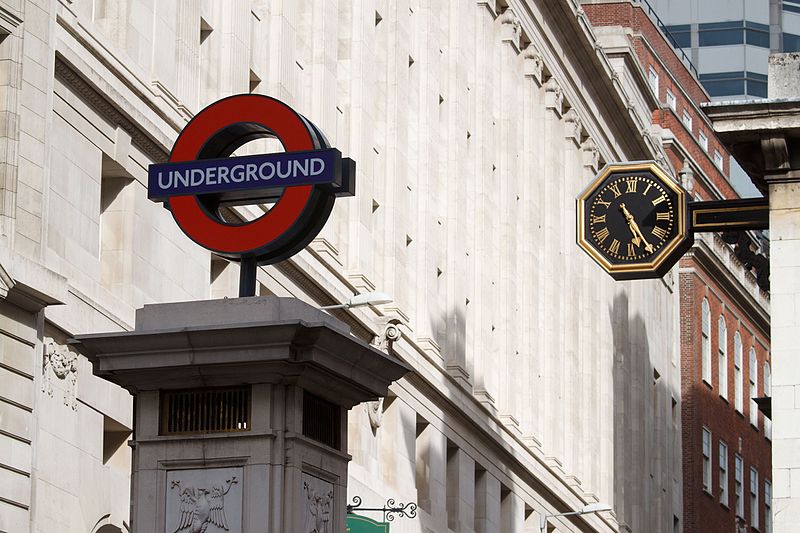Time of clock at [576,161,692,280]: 5:24
